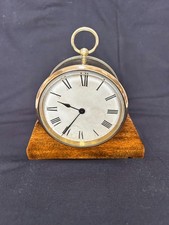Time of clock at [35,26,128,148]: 9:35
